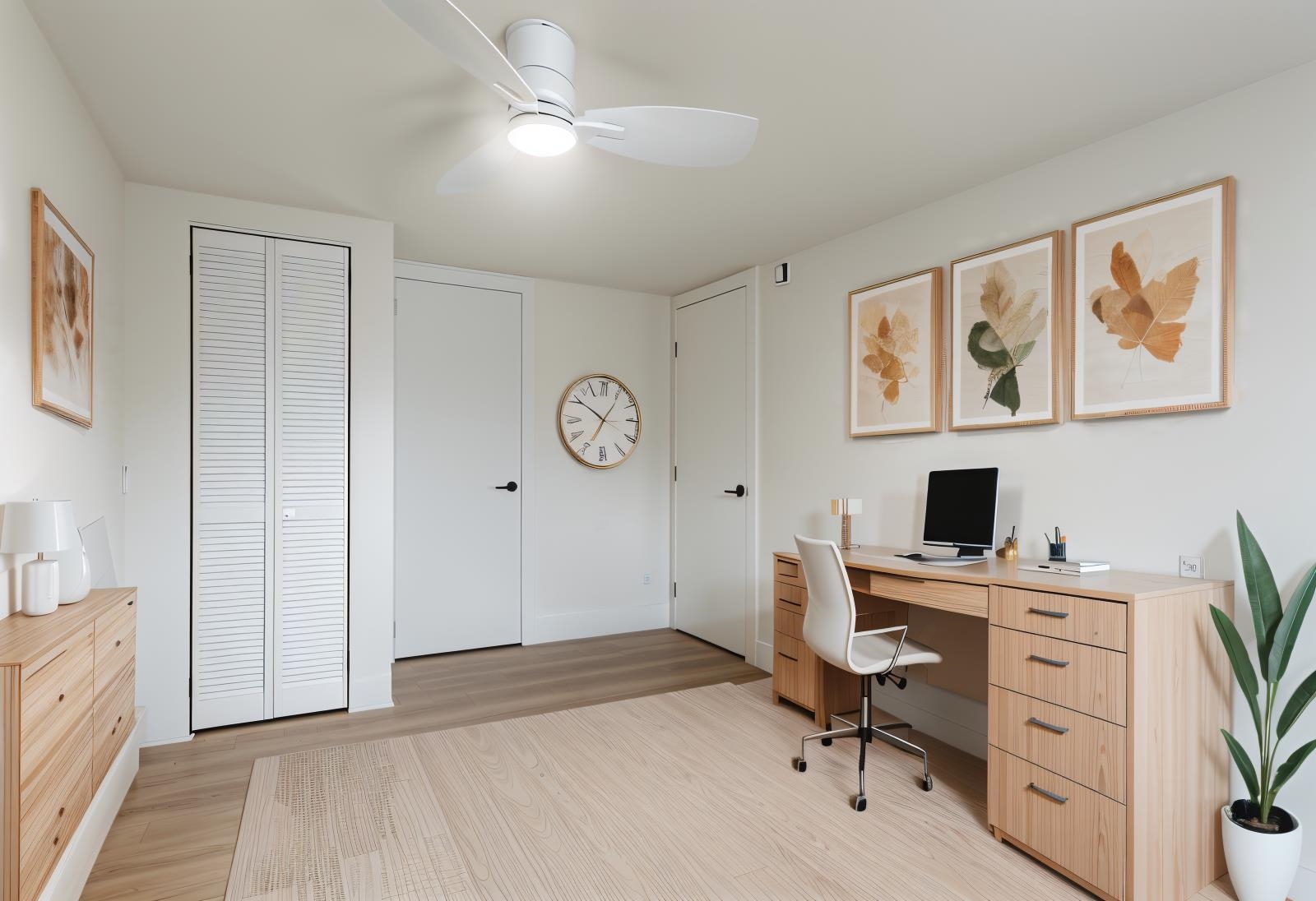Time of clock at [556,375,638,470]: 6:50
